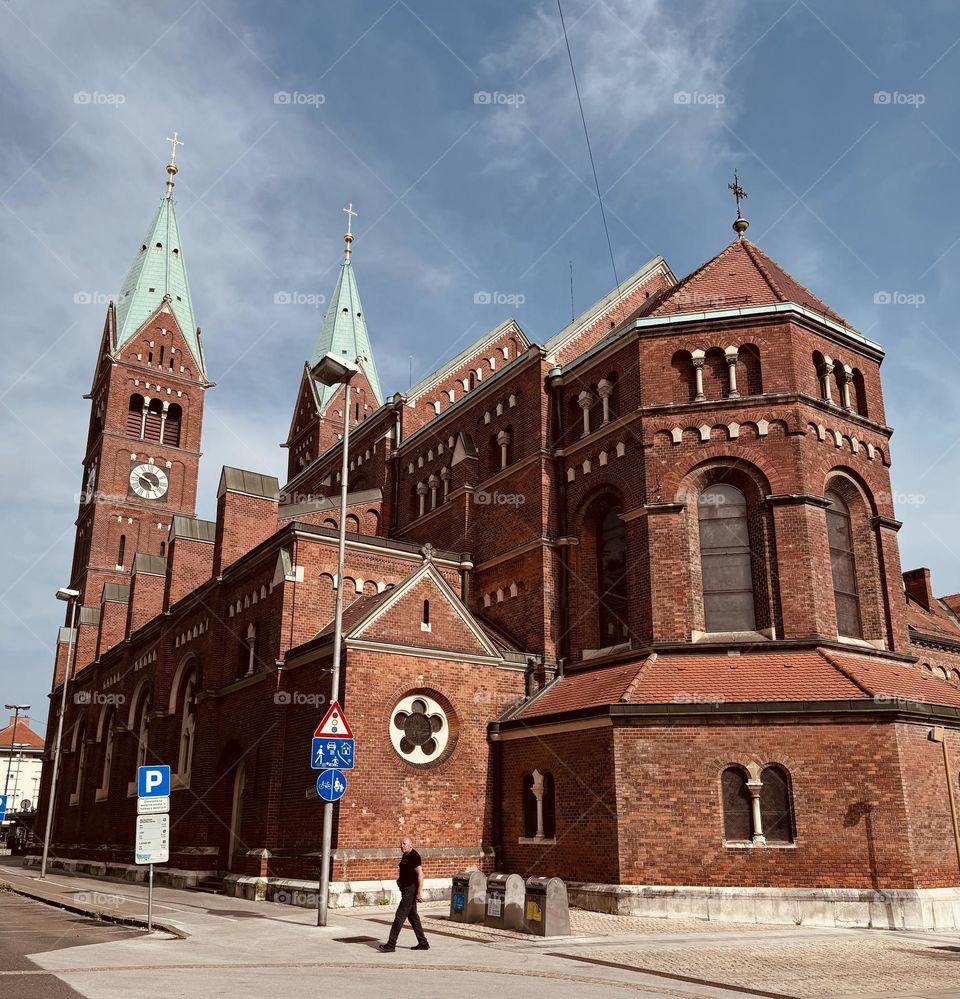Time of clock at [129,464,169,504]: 9:48
